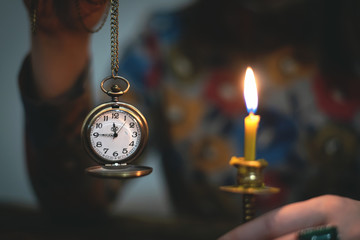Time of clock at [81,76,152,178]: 11:45
